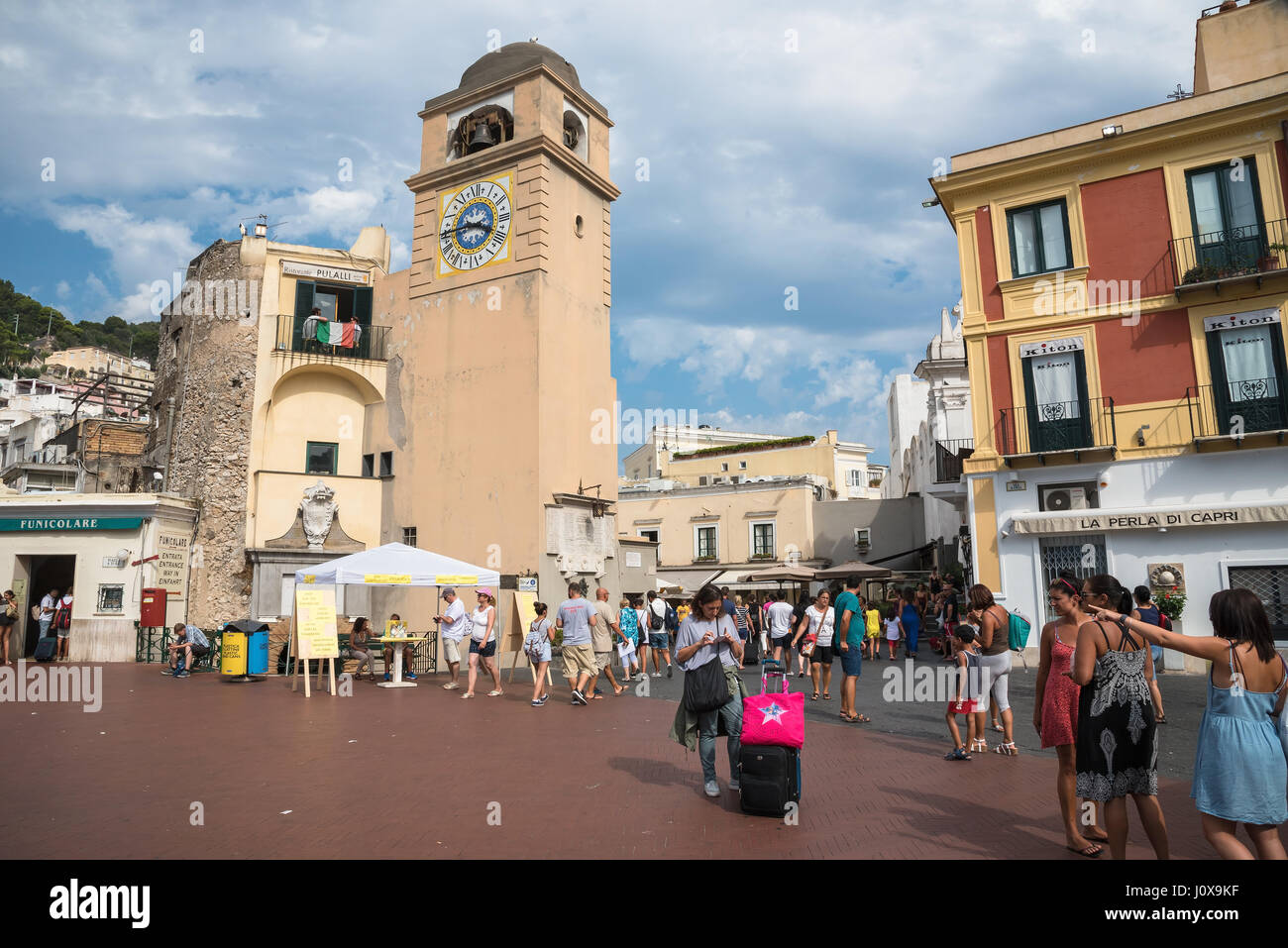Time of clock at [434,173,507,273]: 3:43
